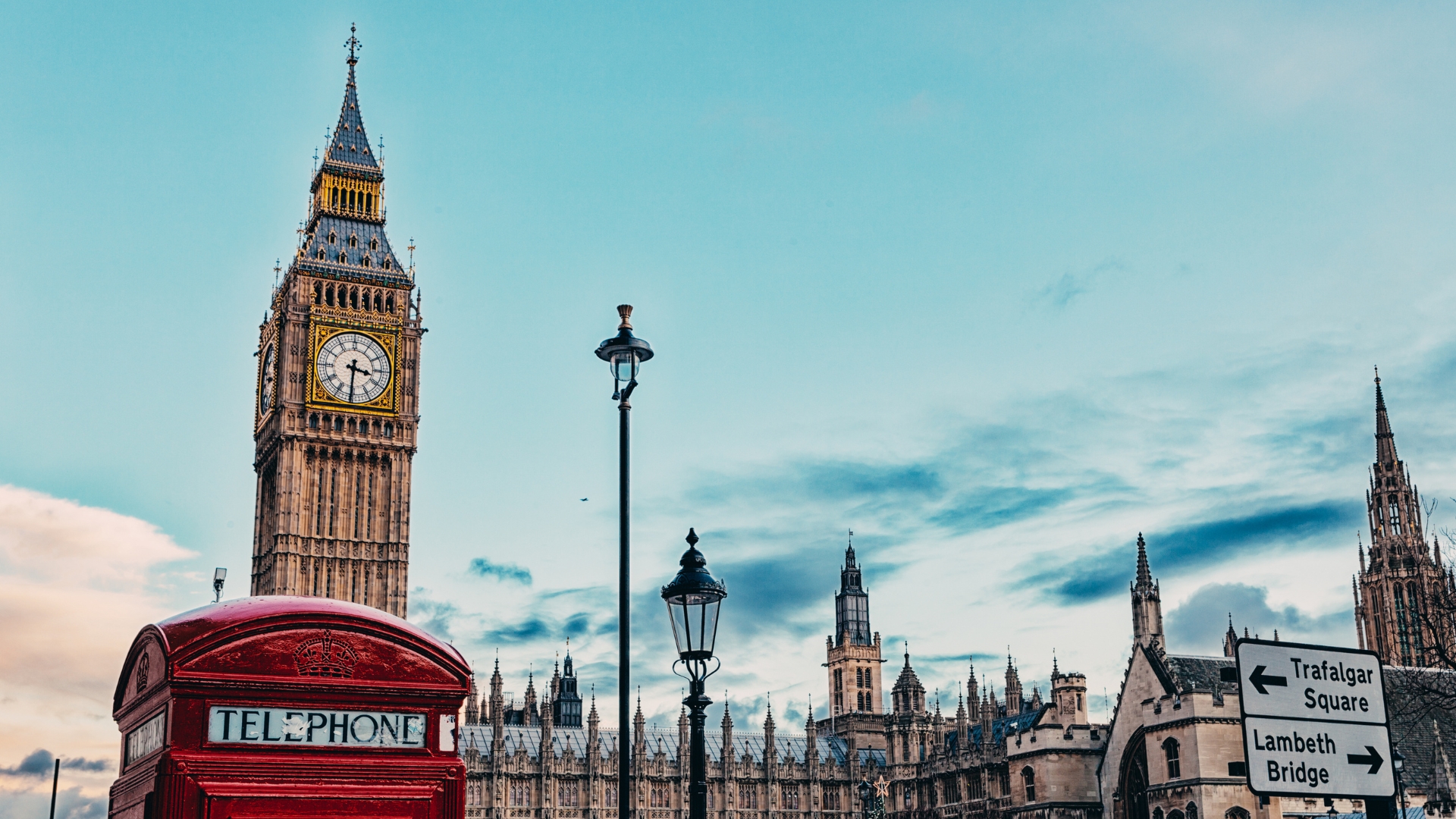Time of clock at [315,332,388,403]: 3:30
